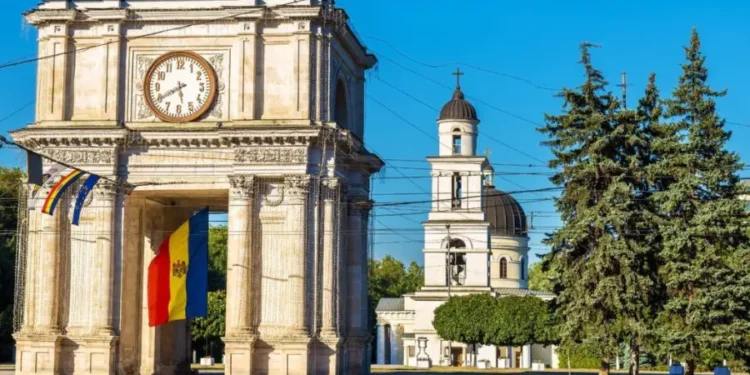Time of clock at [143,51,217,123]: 5:40
